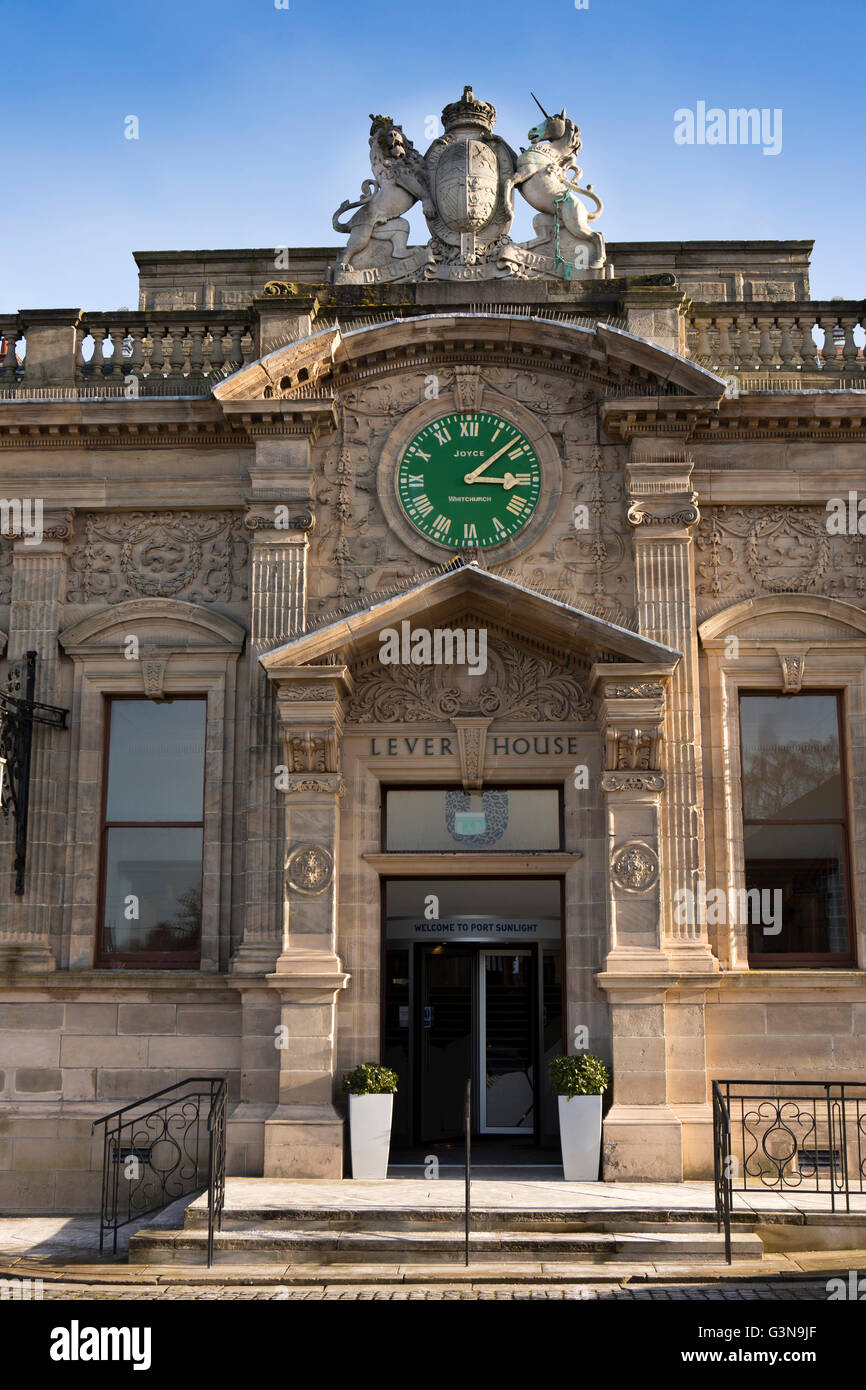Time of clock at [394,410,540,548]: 3:08
